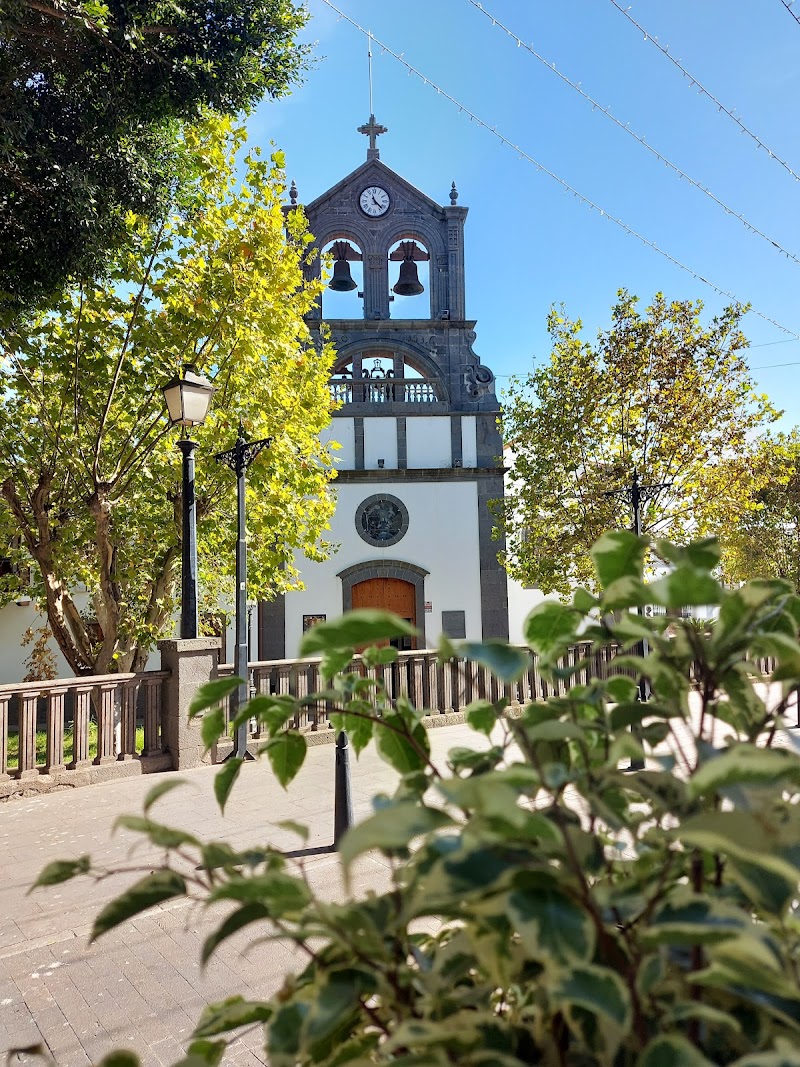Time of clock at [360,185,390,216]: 11:22
